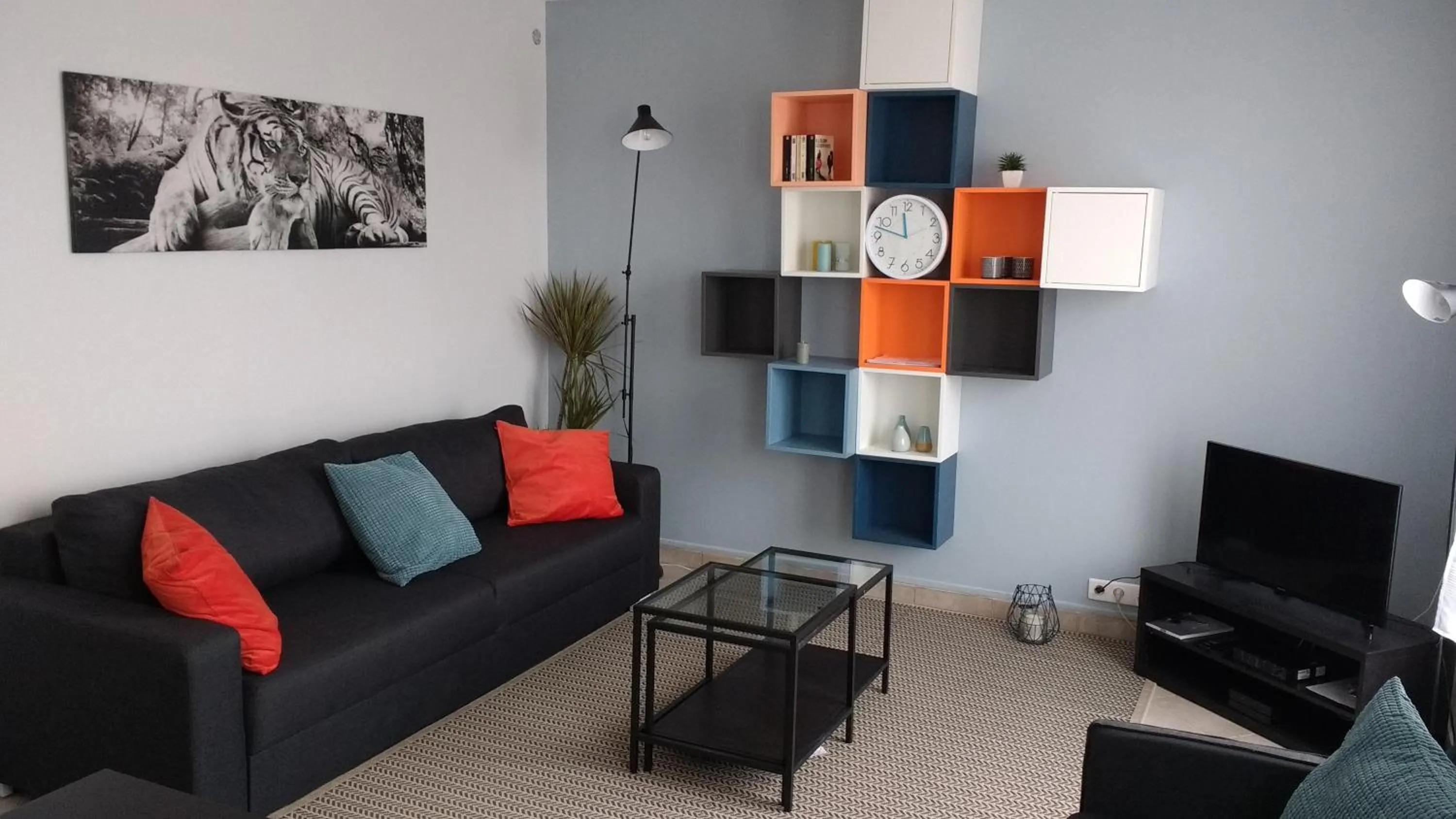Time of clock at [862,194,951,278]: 11:47
